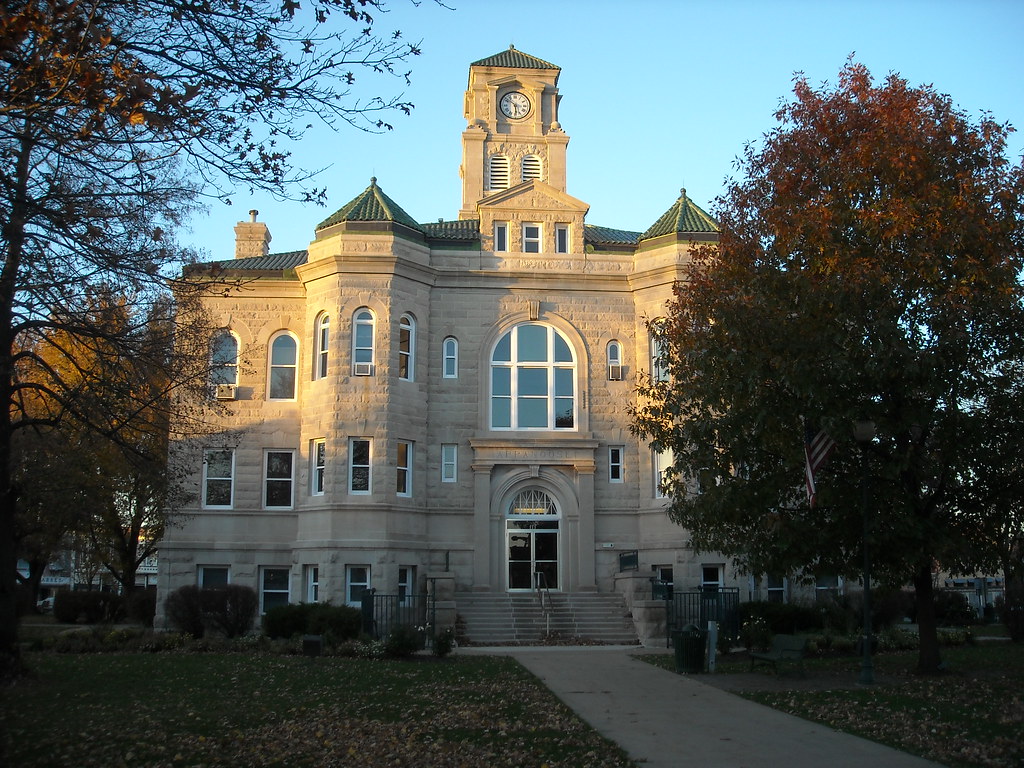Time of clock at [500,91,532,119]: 5:51
